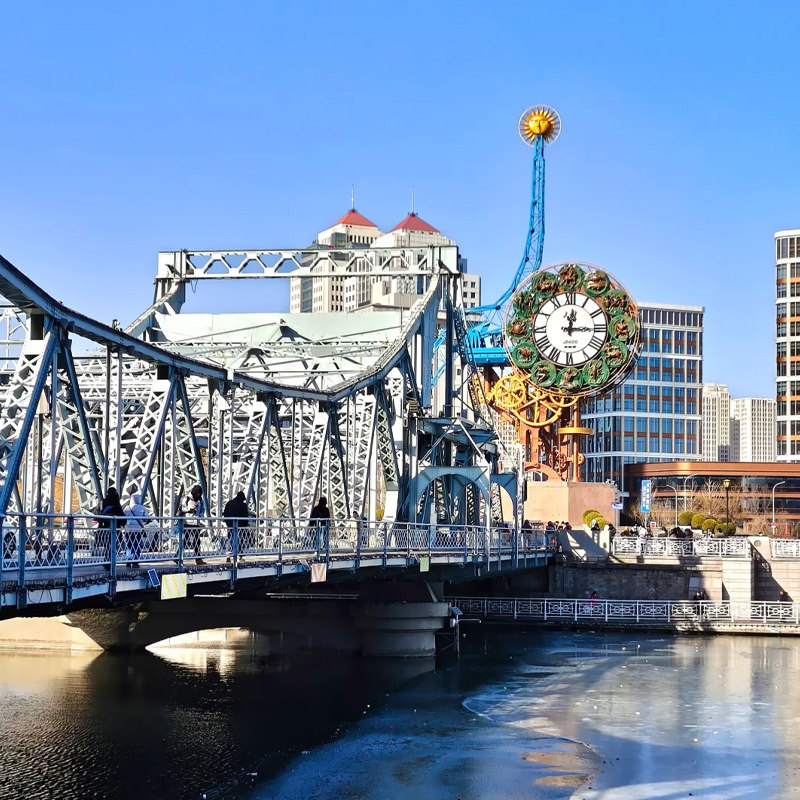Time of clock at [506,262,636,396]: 12:14
